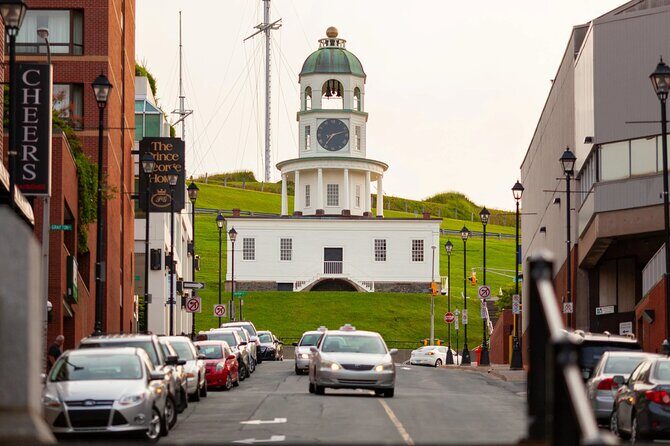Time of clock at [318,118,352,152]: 7:11
